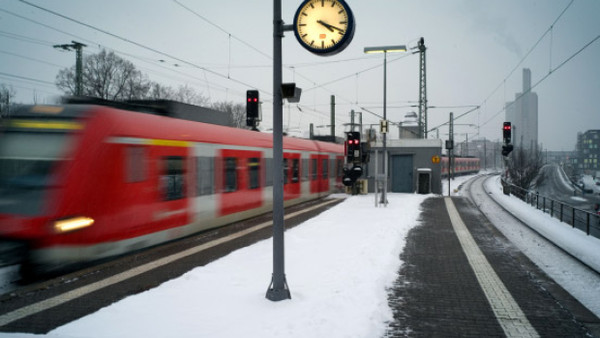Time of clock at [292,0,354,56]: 4:18
